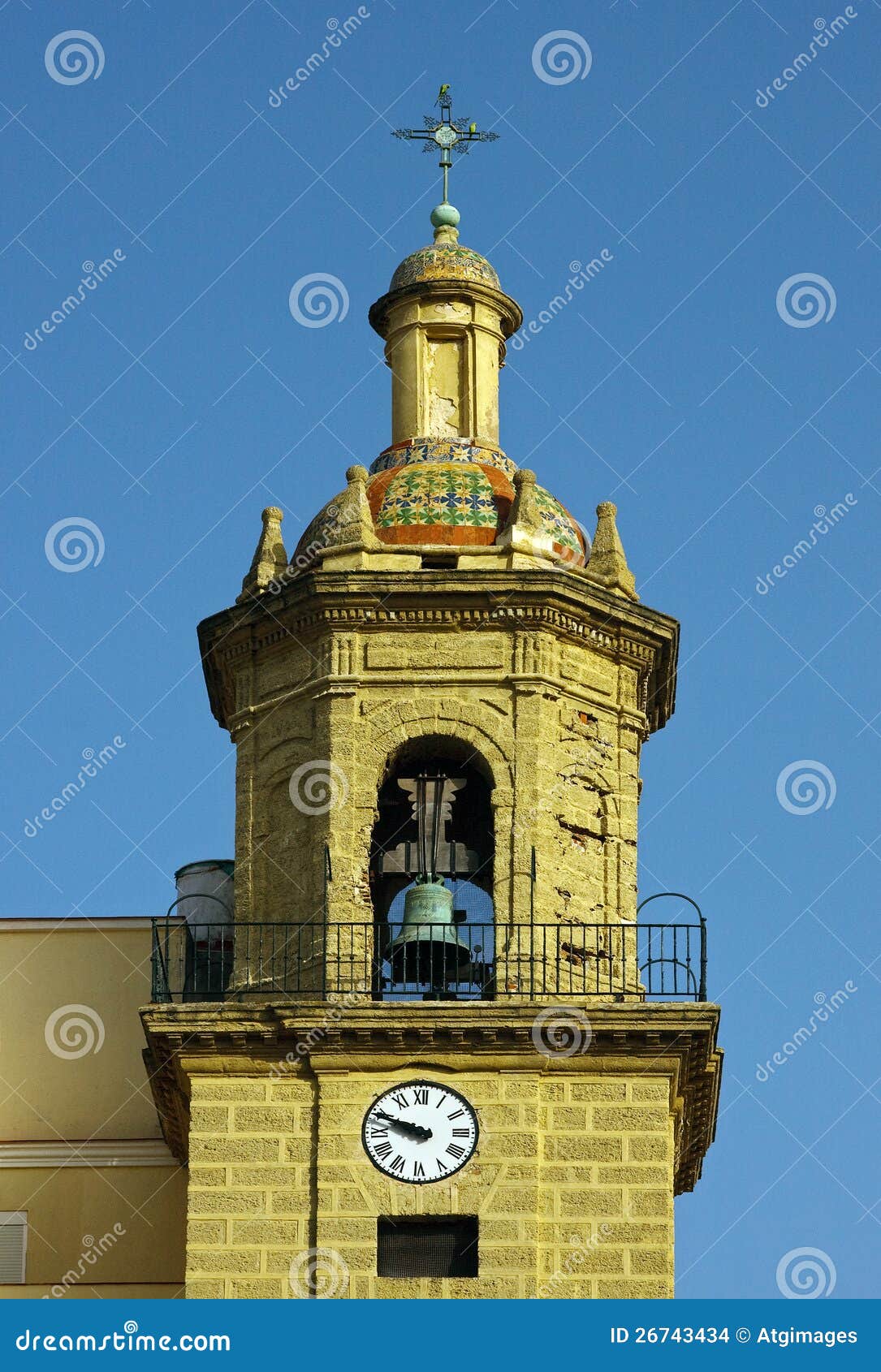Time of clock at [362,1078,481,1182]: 9:48
